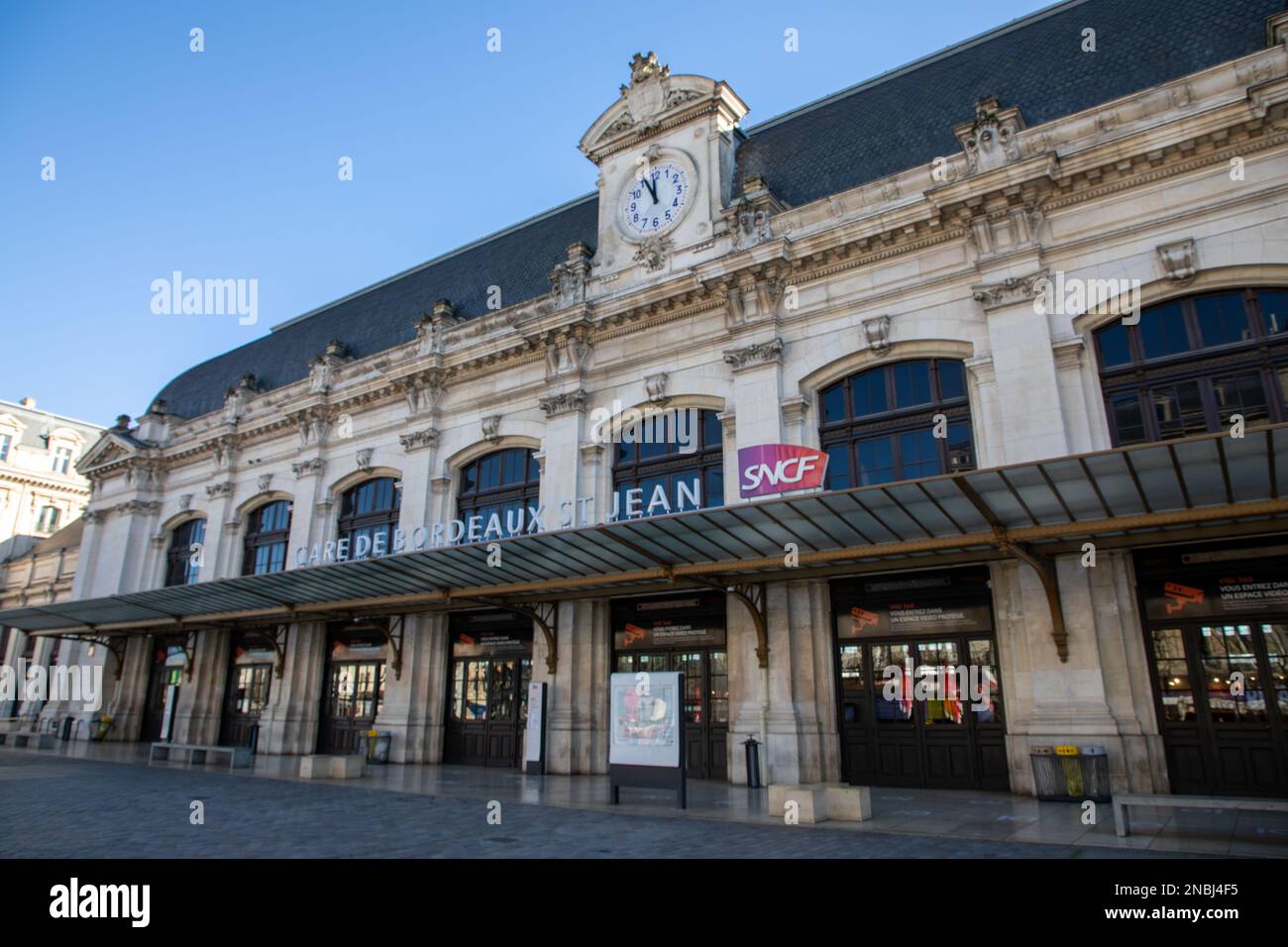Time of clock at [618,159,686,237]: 11:55
